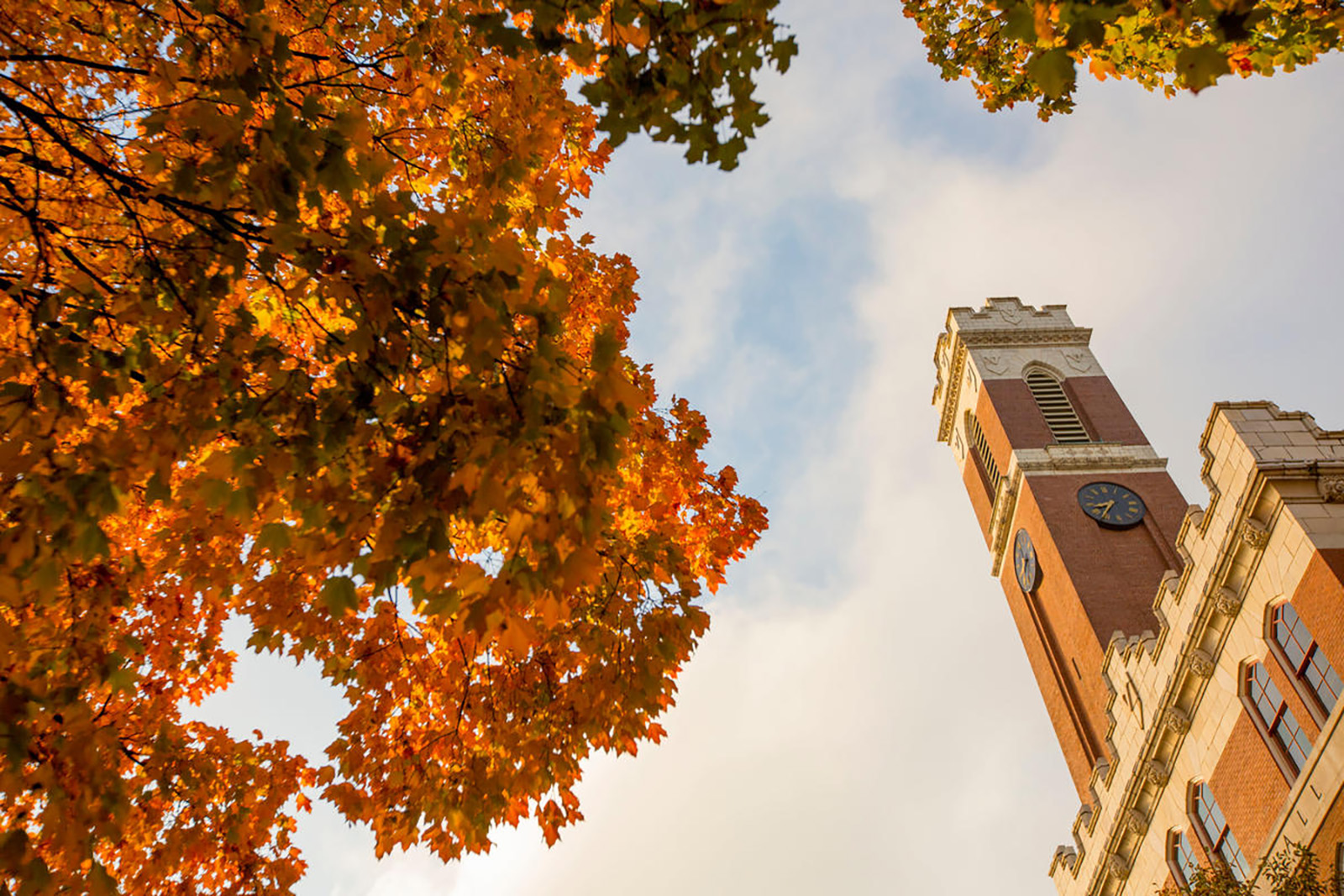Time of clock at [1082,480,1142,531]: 8:36
